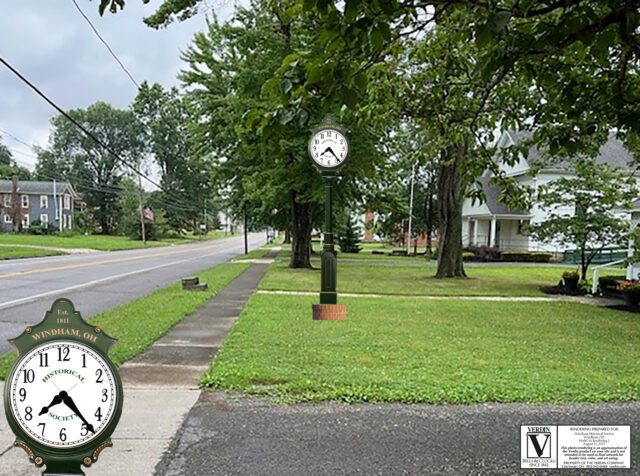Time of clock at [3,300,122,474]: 7:23
